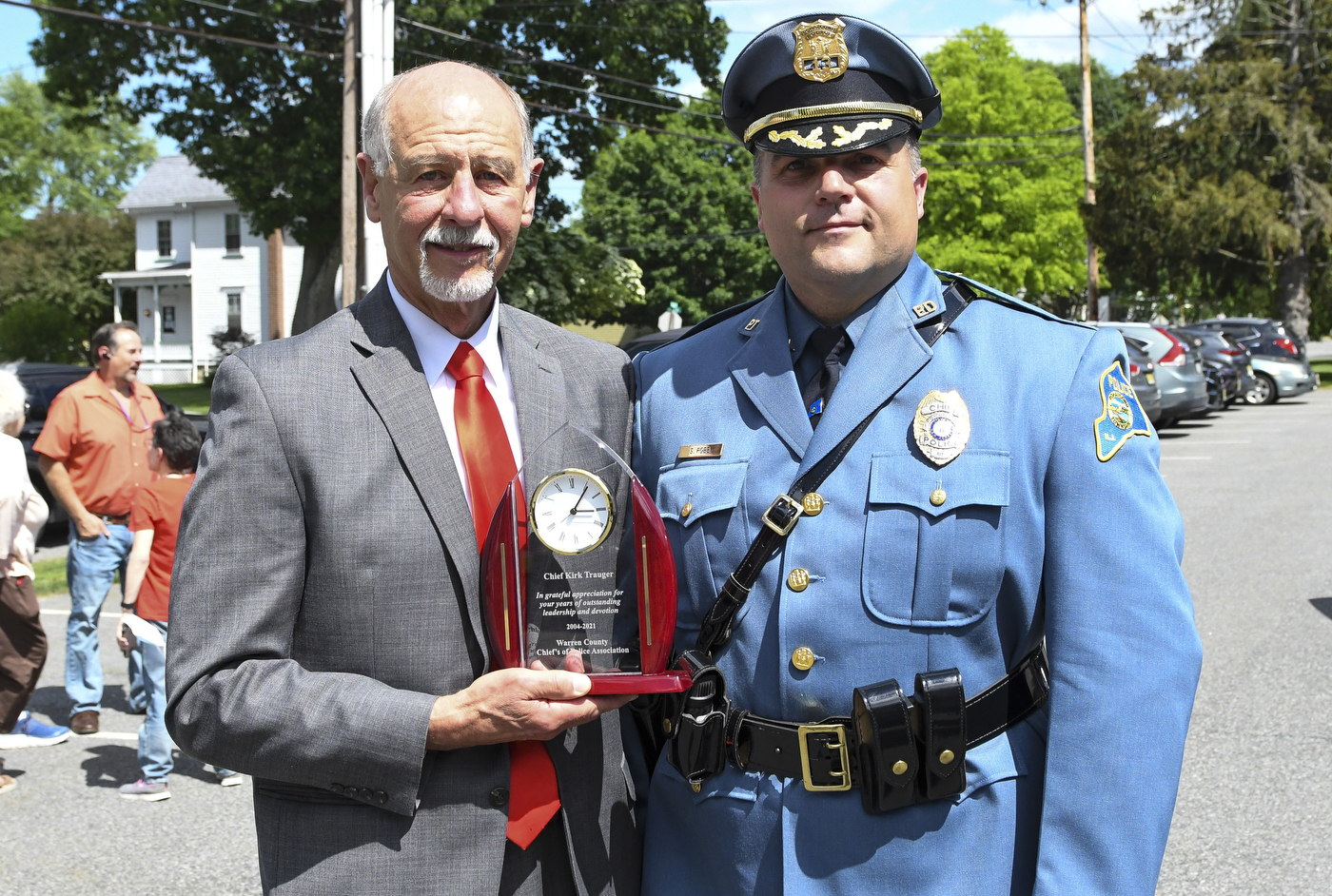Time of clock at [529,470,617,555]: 3:05
